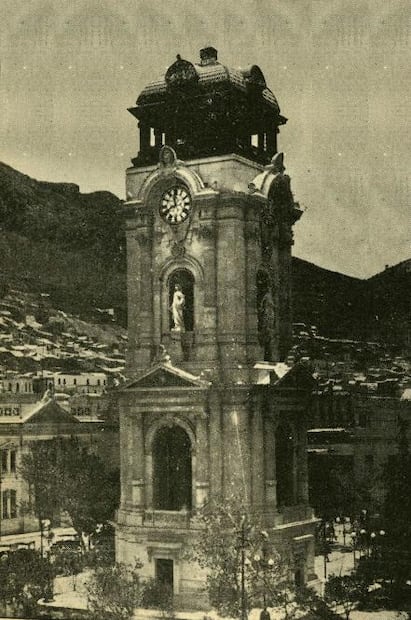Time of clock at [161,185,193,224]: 11:40
